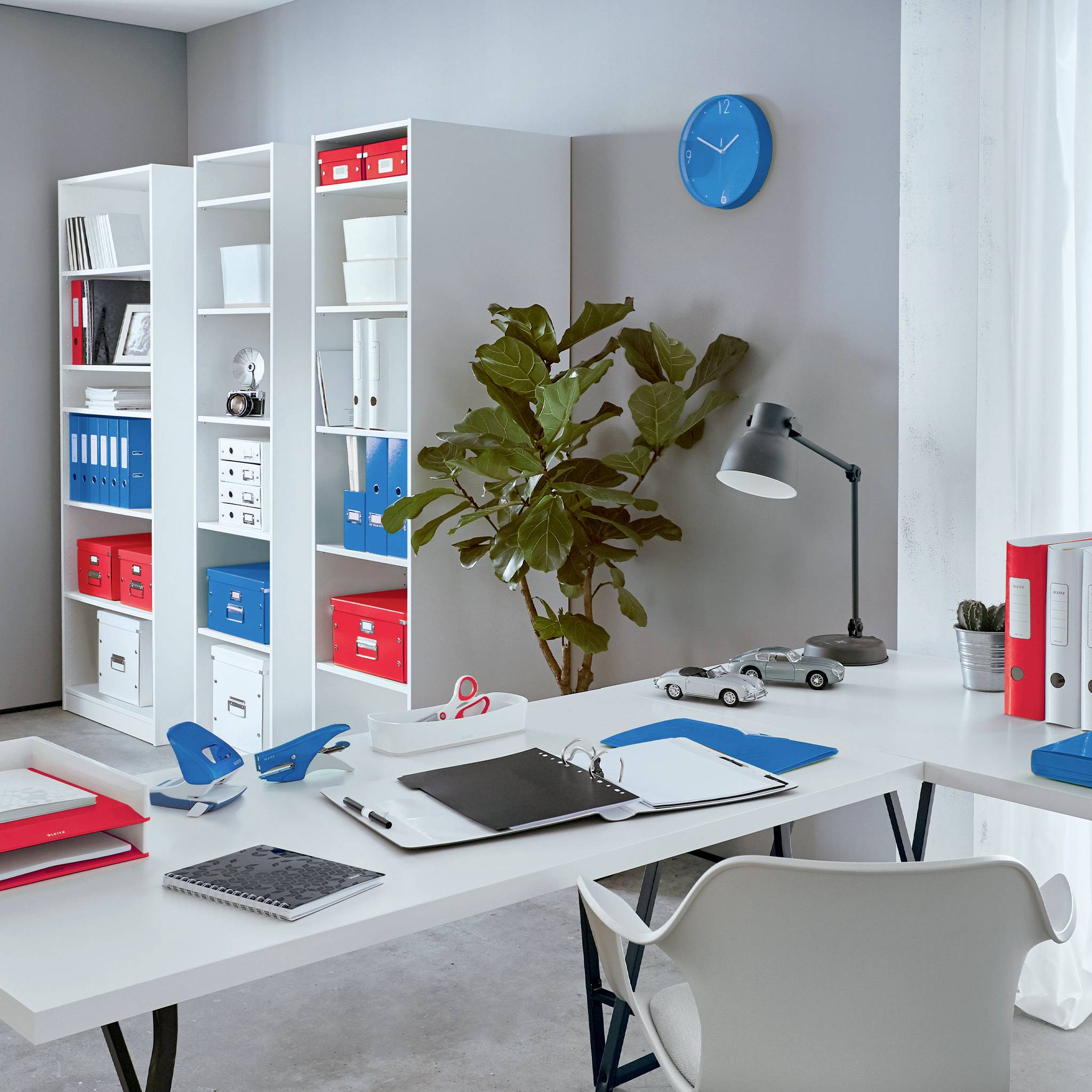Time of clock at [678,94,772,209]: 1:49
